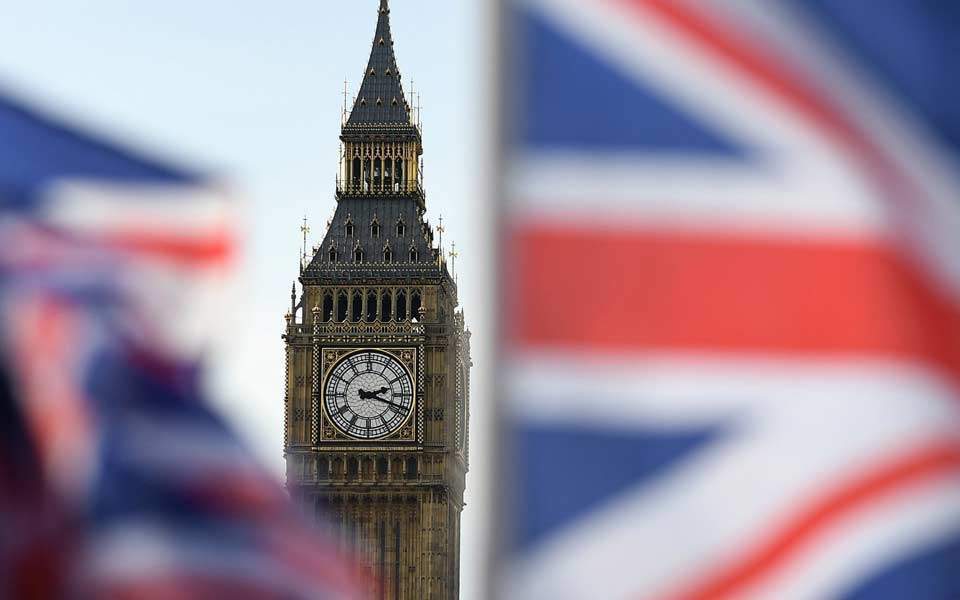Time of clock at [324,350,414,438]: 2:18
